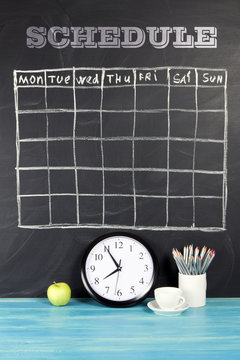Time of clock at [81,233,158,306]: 7:54
